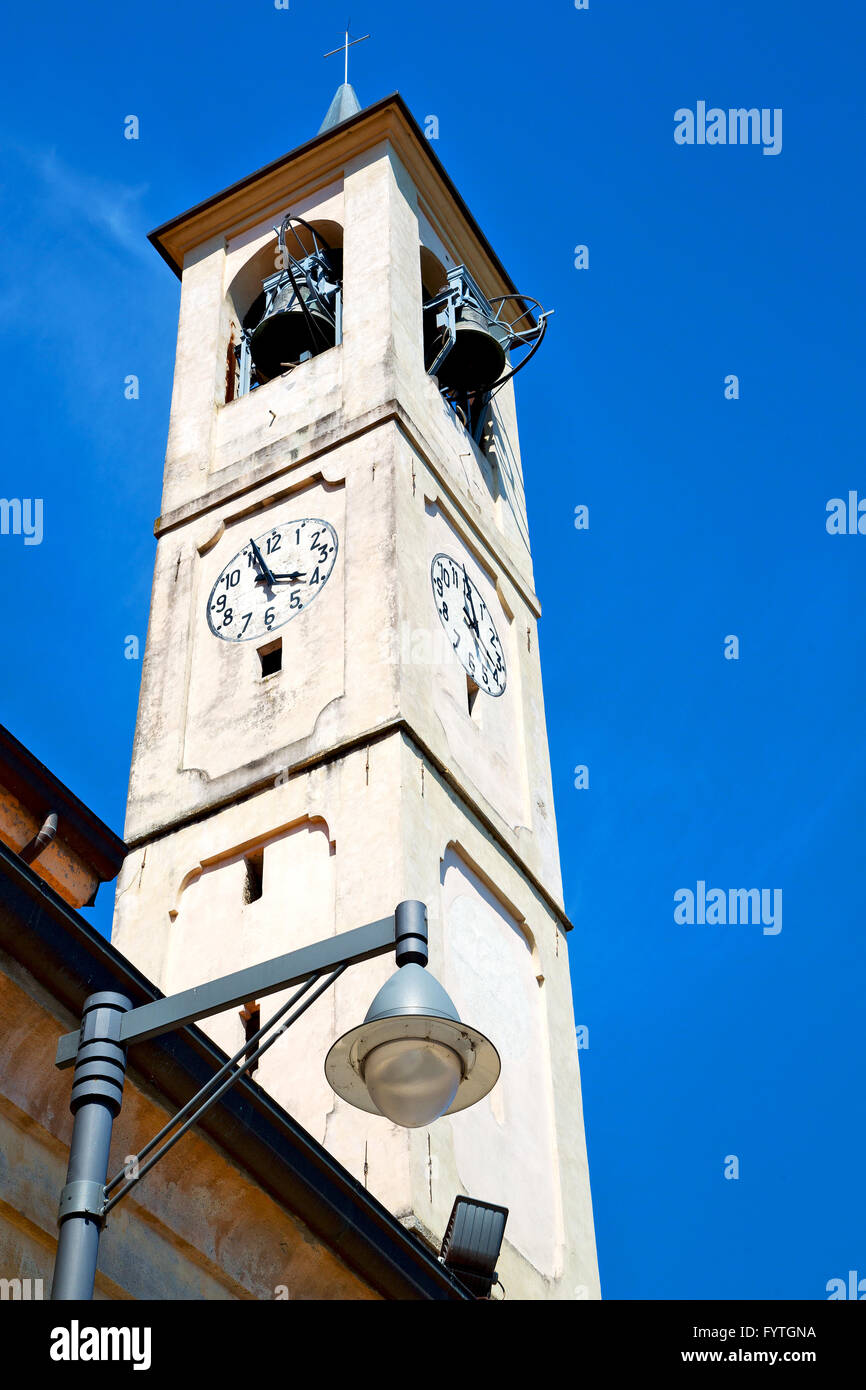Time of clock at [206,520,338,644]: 3:56
